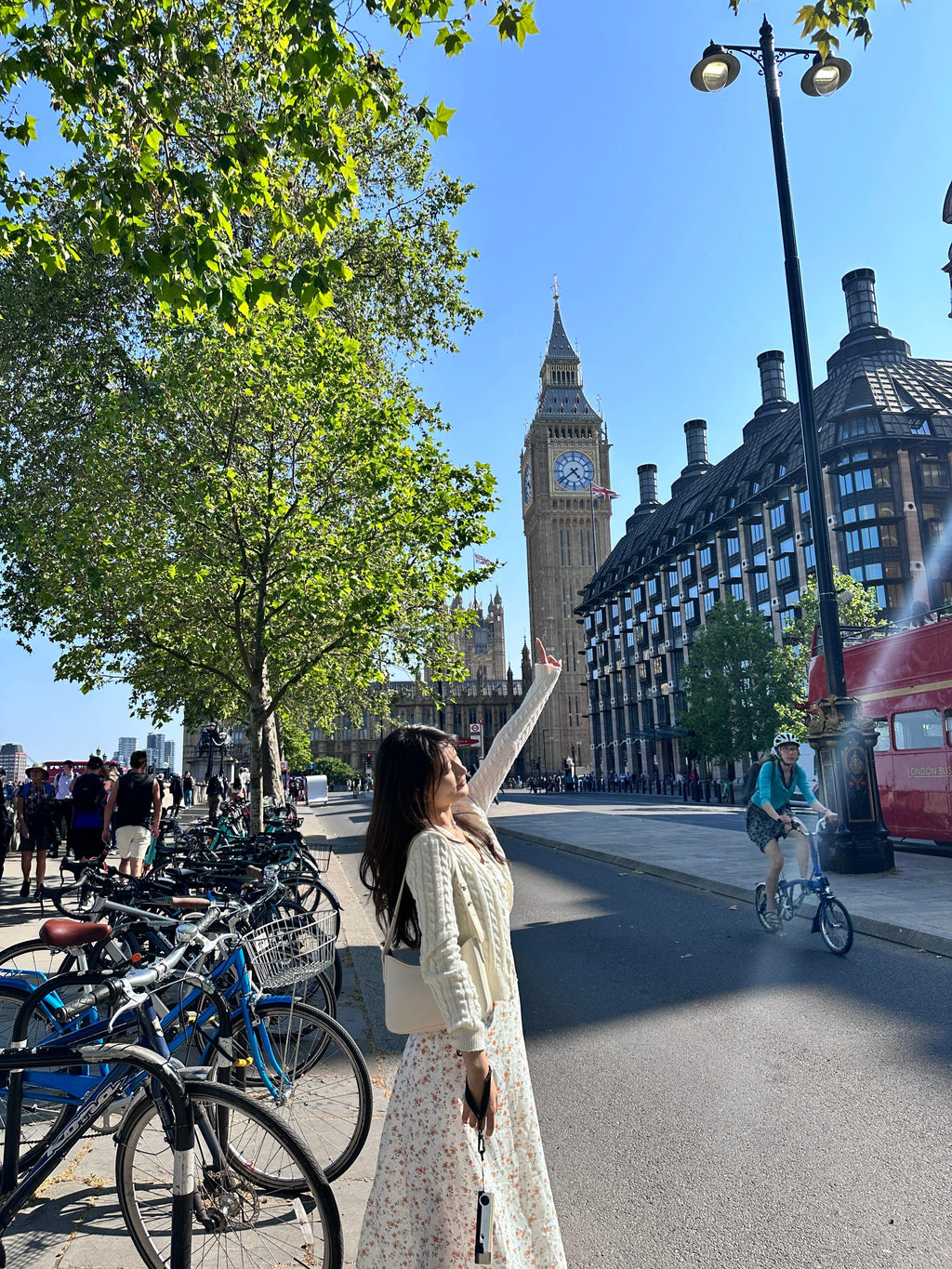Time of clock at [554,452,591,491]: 4:38
